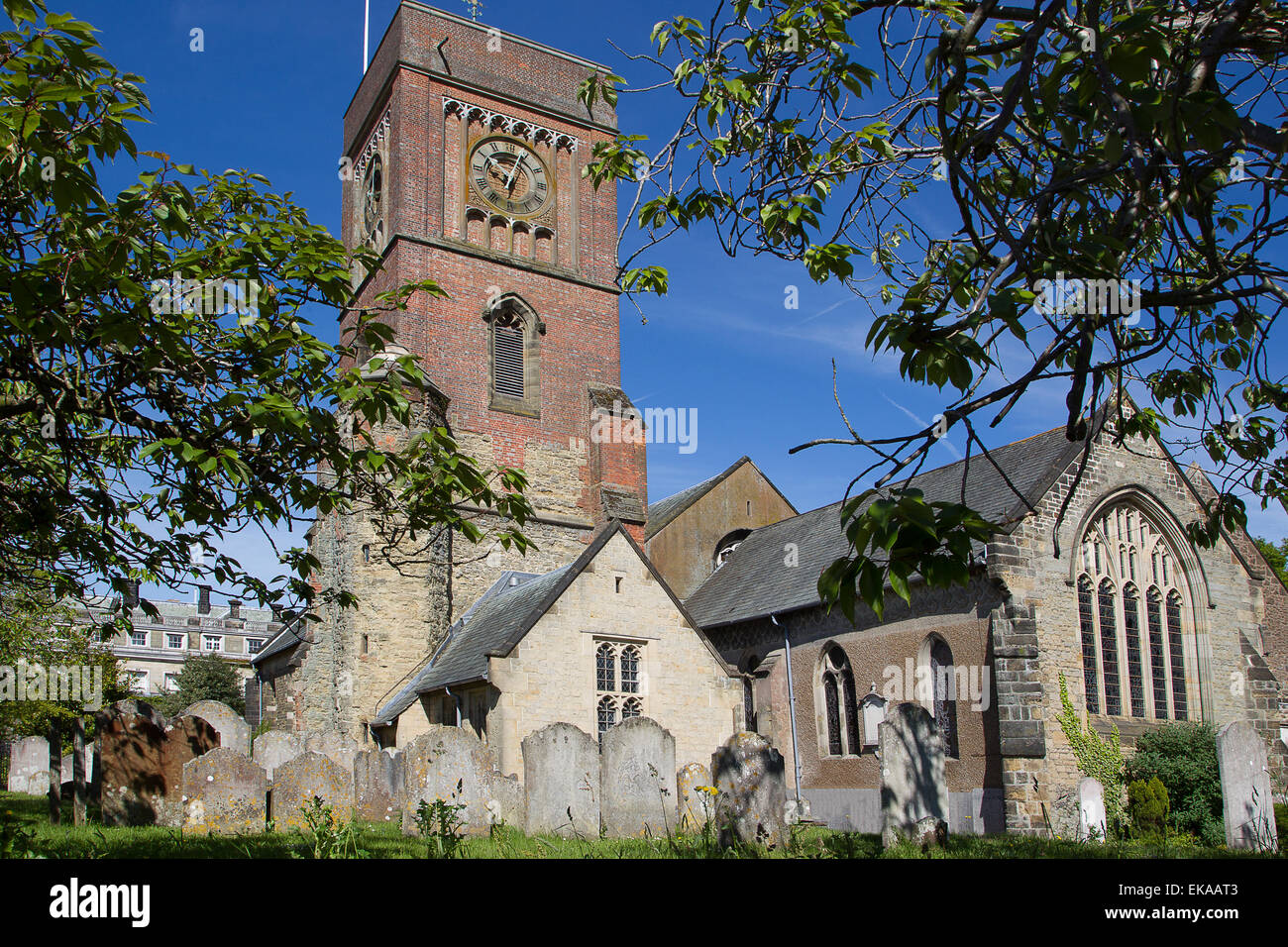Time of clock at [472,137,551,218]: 10:03
